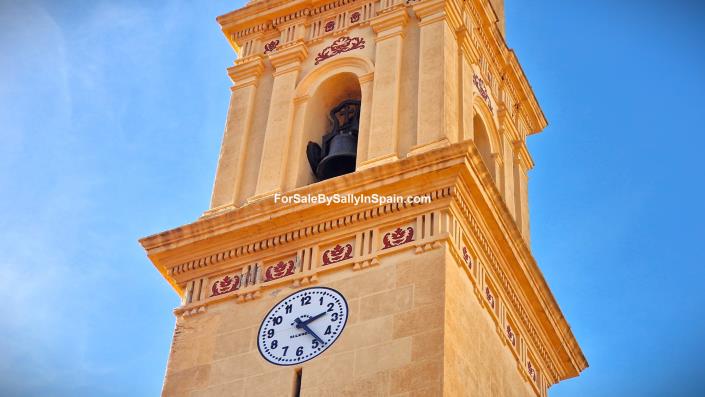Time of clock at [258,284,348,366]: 2:23
